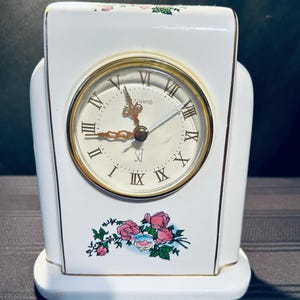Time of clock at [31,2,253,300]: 8:56
